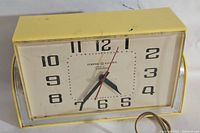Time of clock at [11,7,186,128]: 4:35
